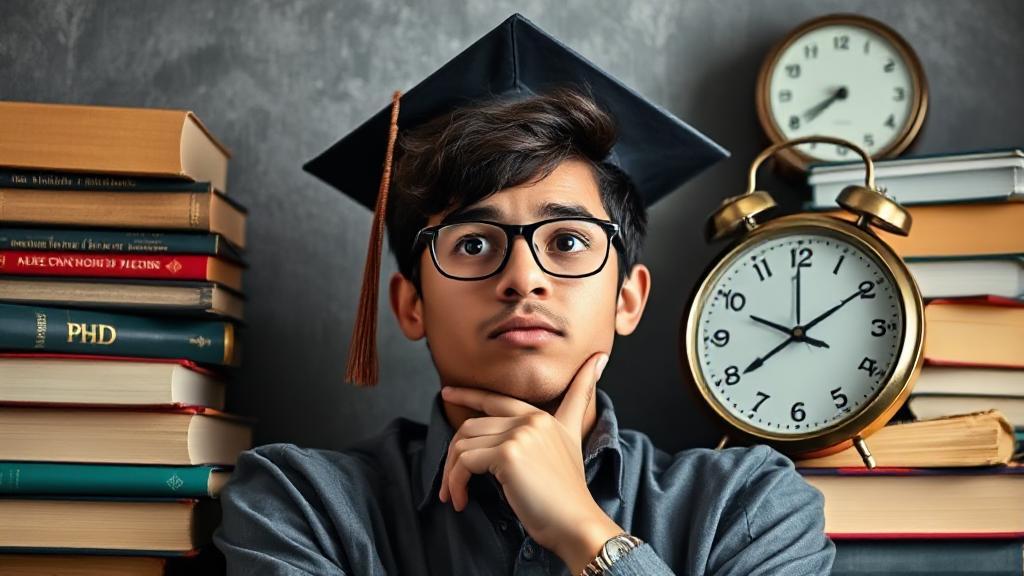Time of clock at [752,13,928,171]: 7:39
